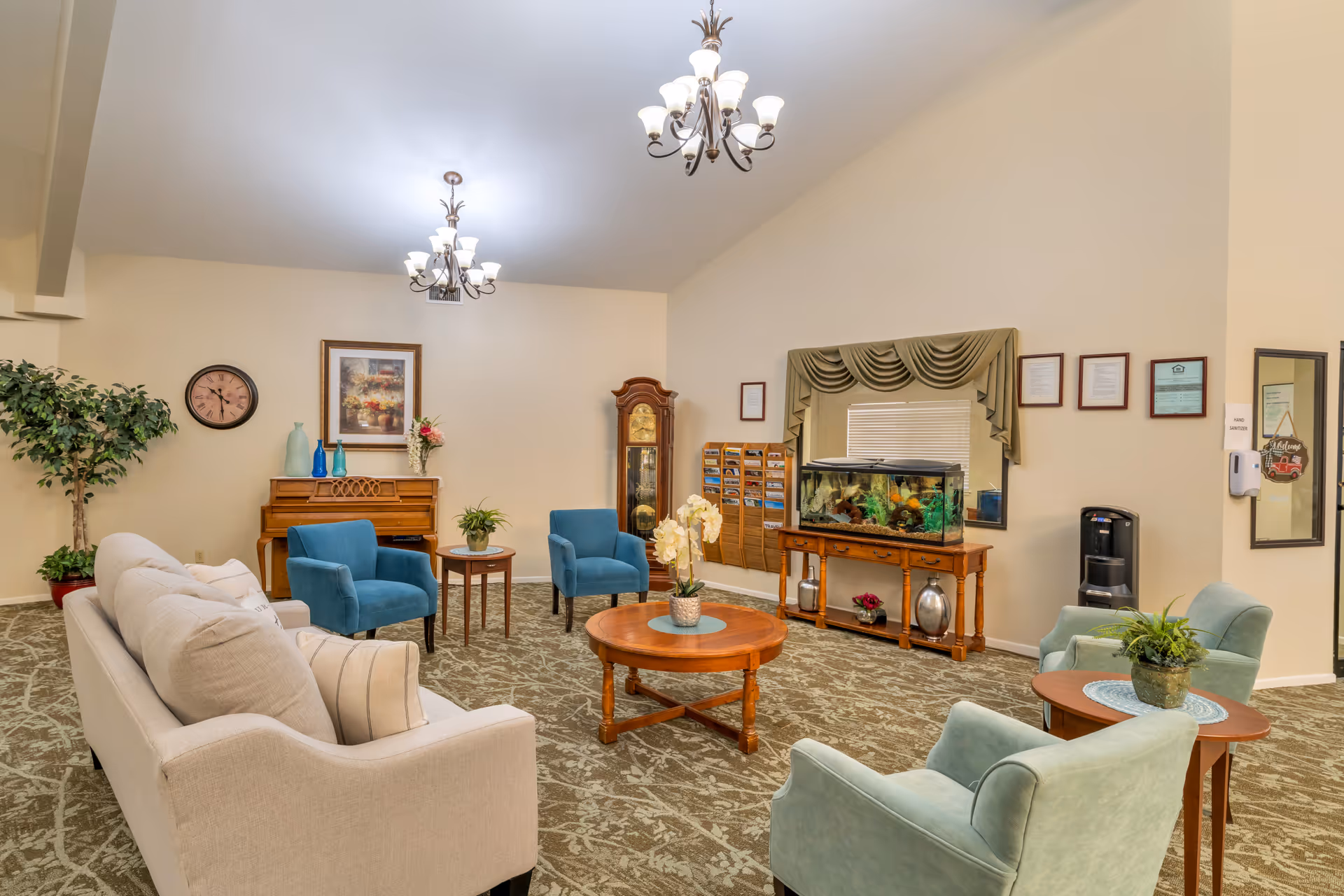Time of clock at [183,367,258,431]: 10:29
